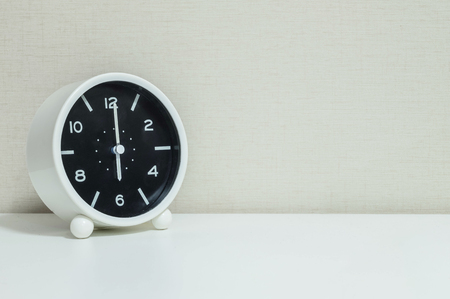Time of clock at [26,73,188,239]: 6:00
